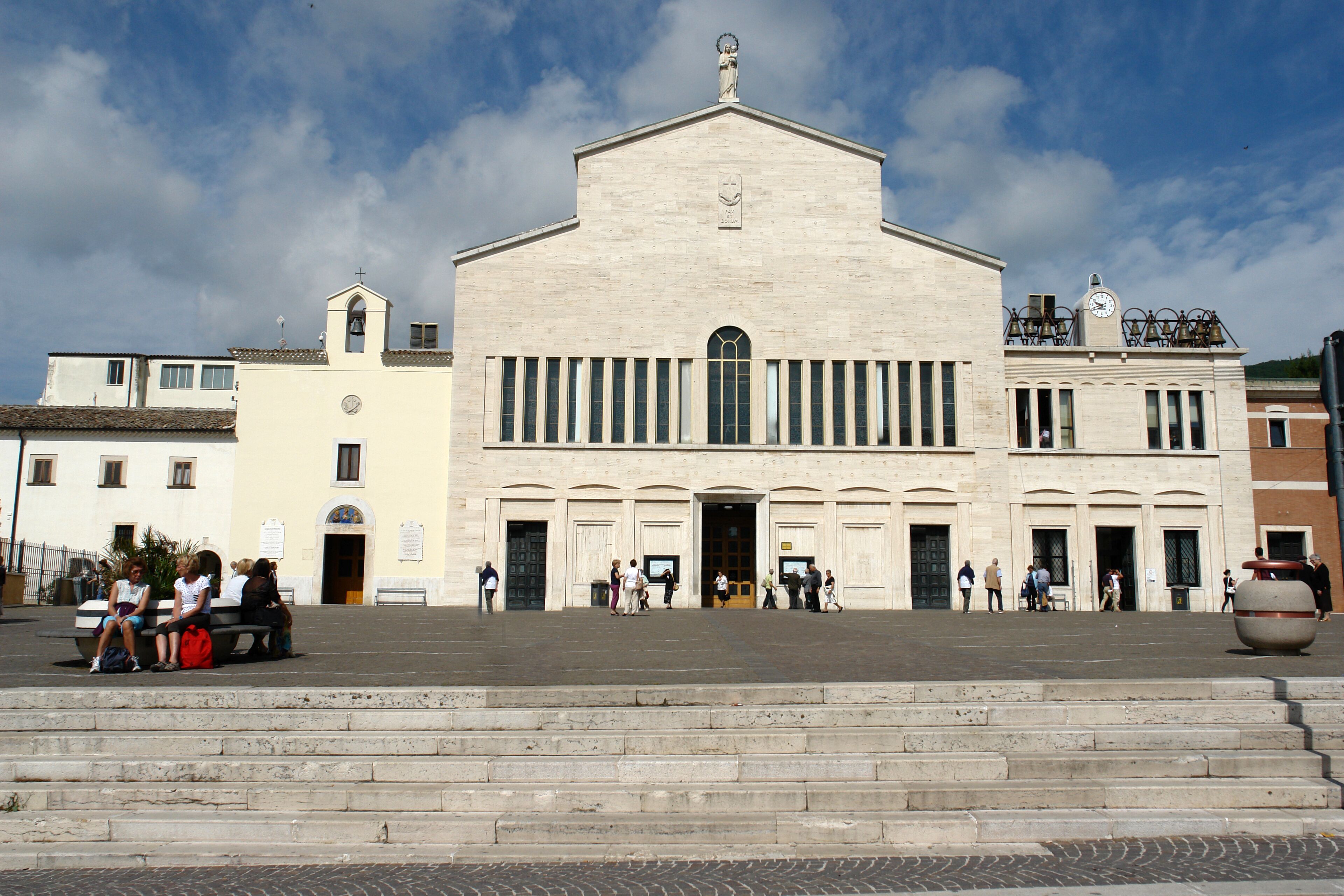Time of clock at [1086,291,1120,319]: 9:41
